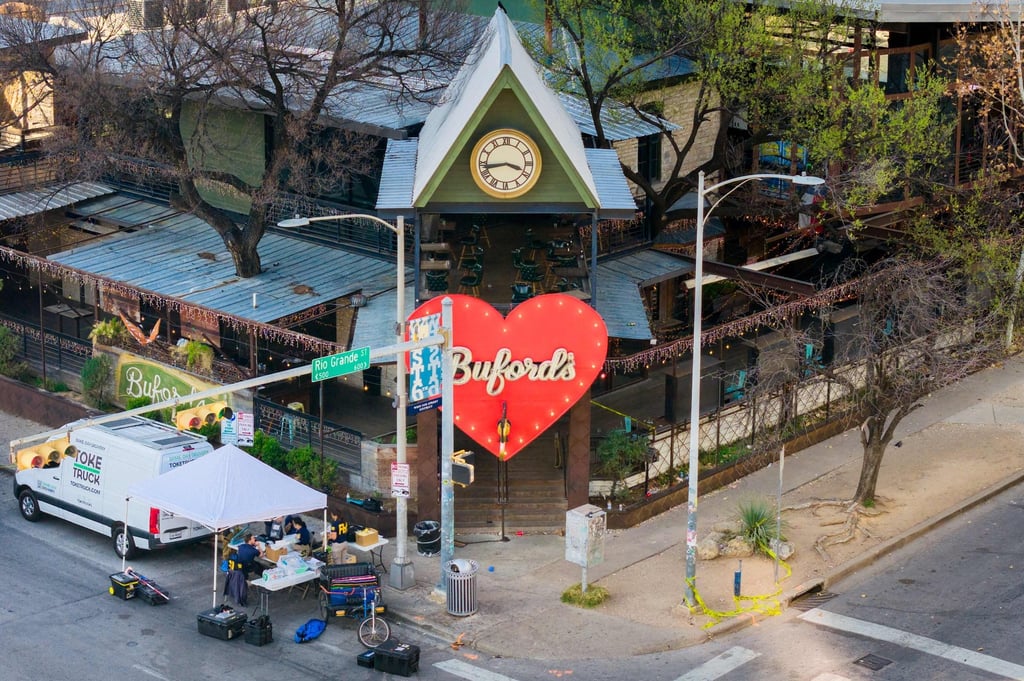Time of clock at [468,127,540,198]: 3:42
